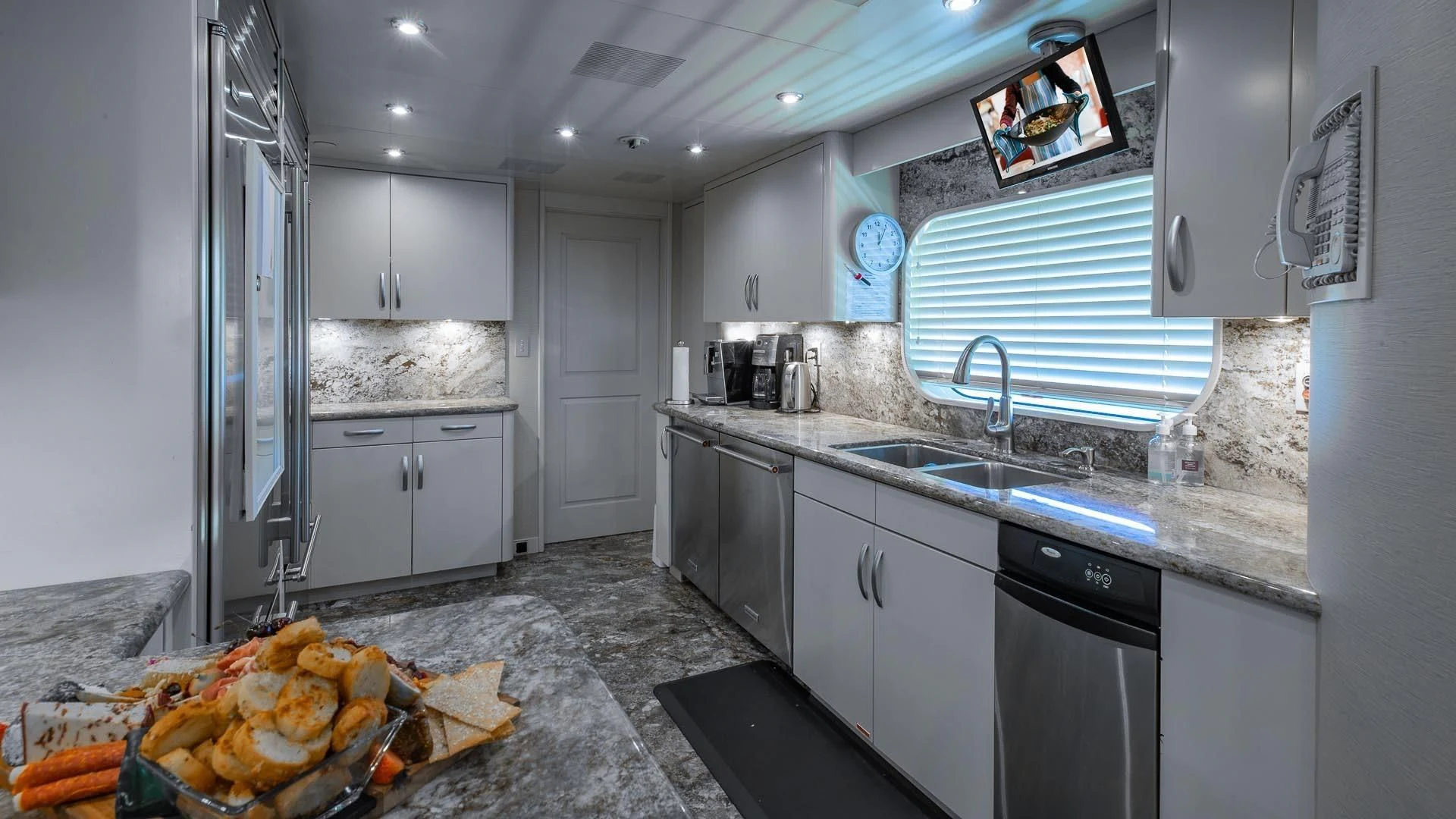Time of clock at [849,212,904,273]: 12:05
